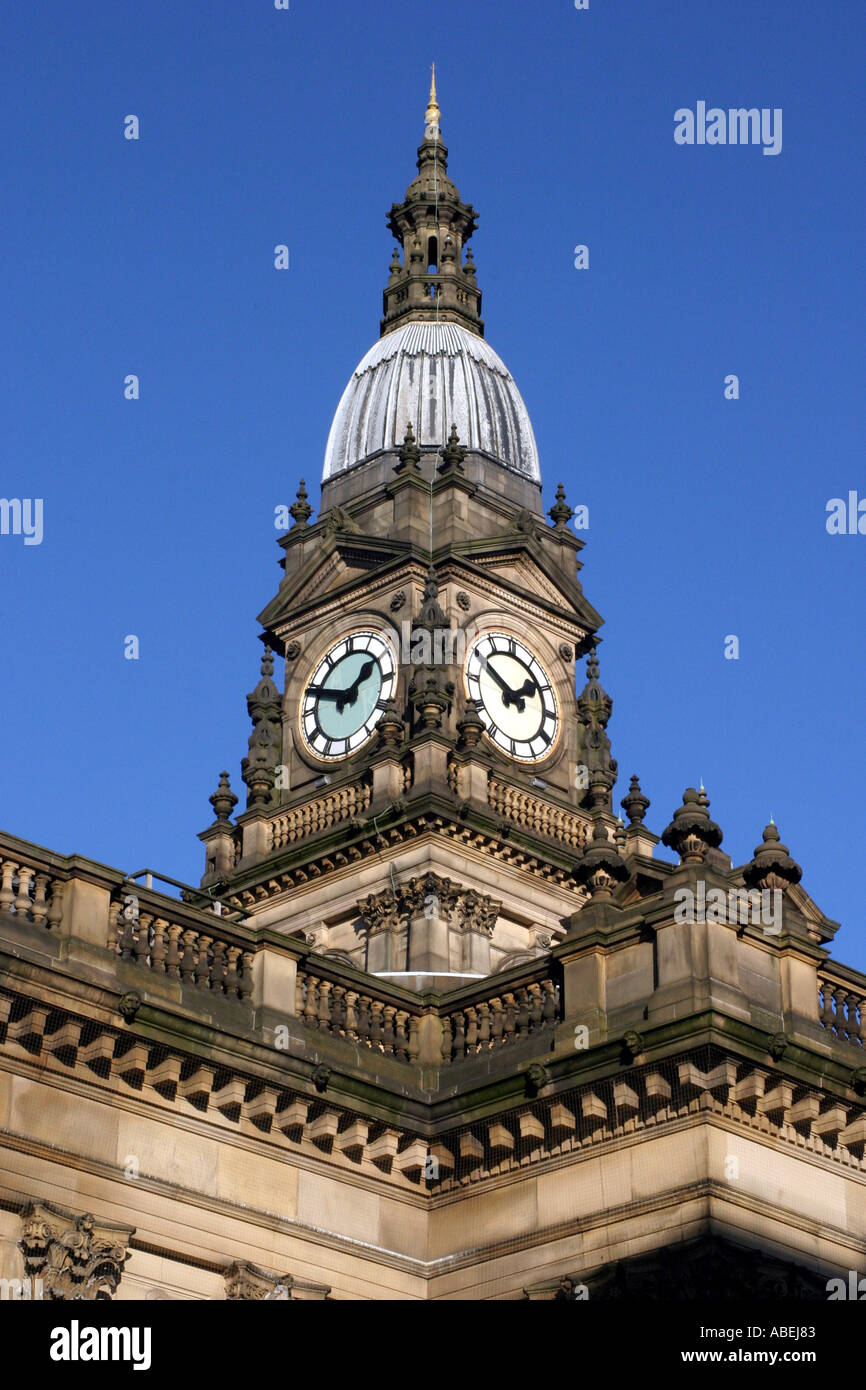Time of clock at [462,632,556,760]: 1:50
